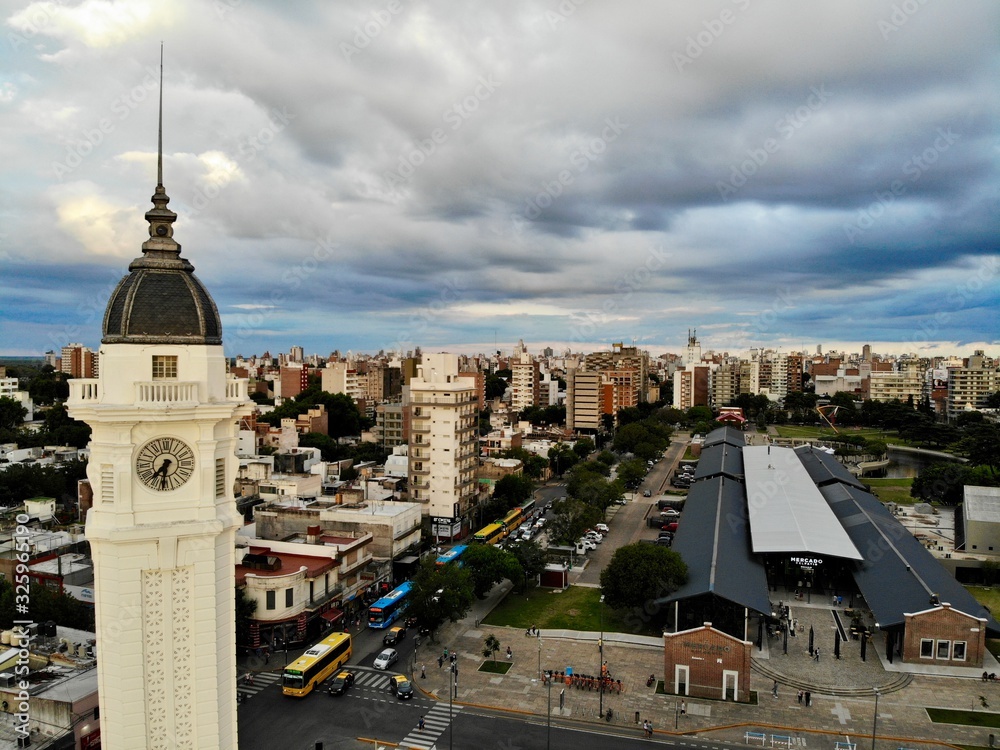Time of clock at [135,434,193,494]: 7:31
